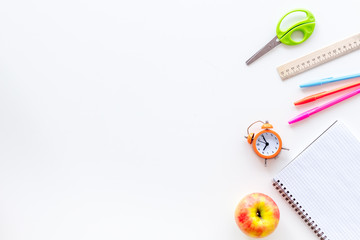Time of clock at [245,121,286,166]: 6:55
